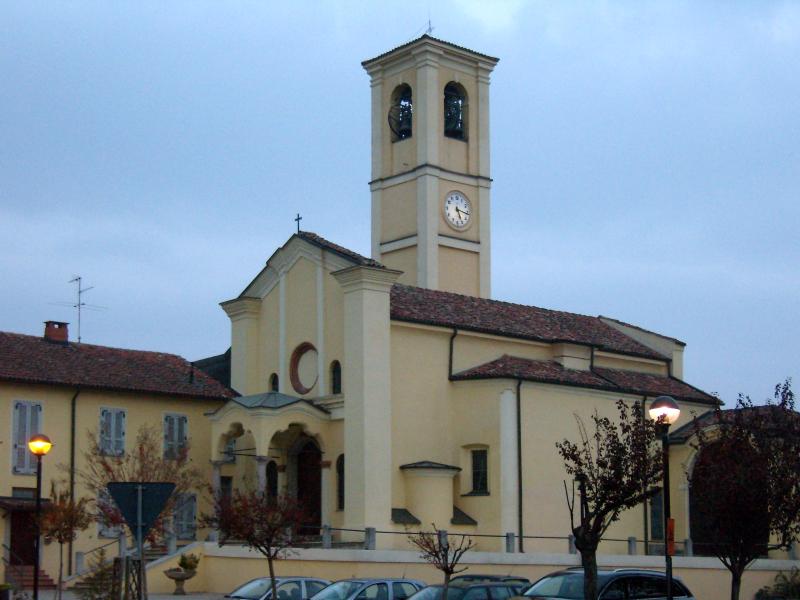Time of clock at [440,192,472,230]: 5:16
